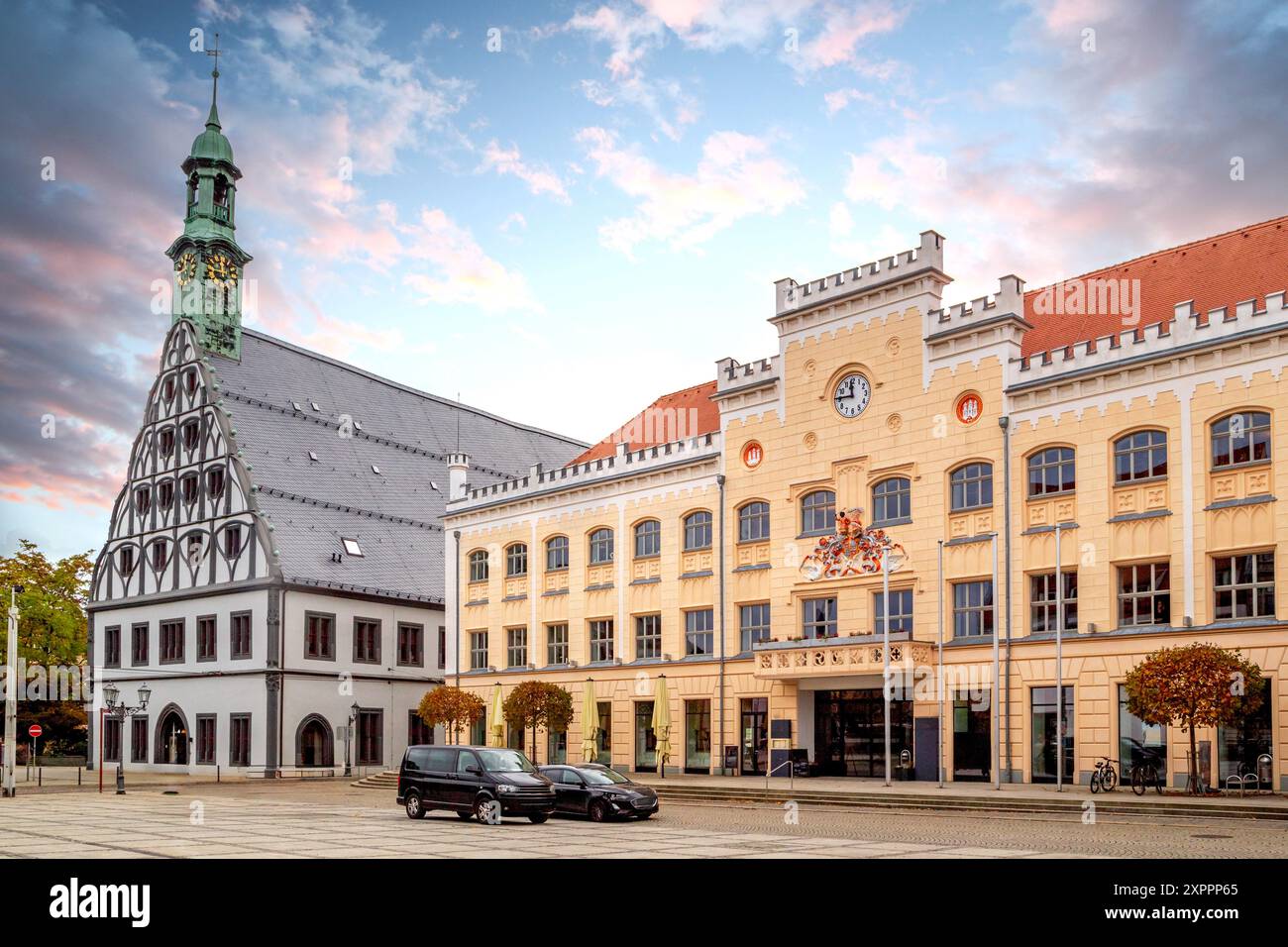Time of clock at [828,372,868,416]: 11:45
